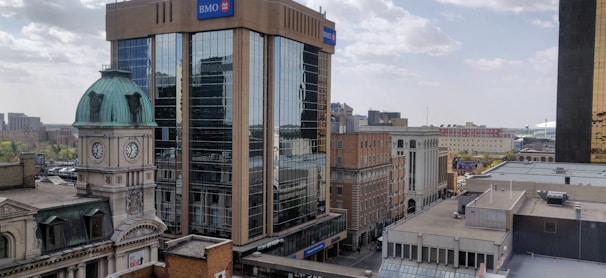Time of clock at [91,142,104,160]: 6:56
